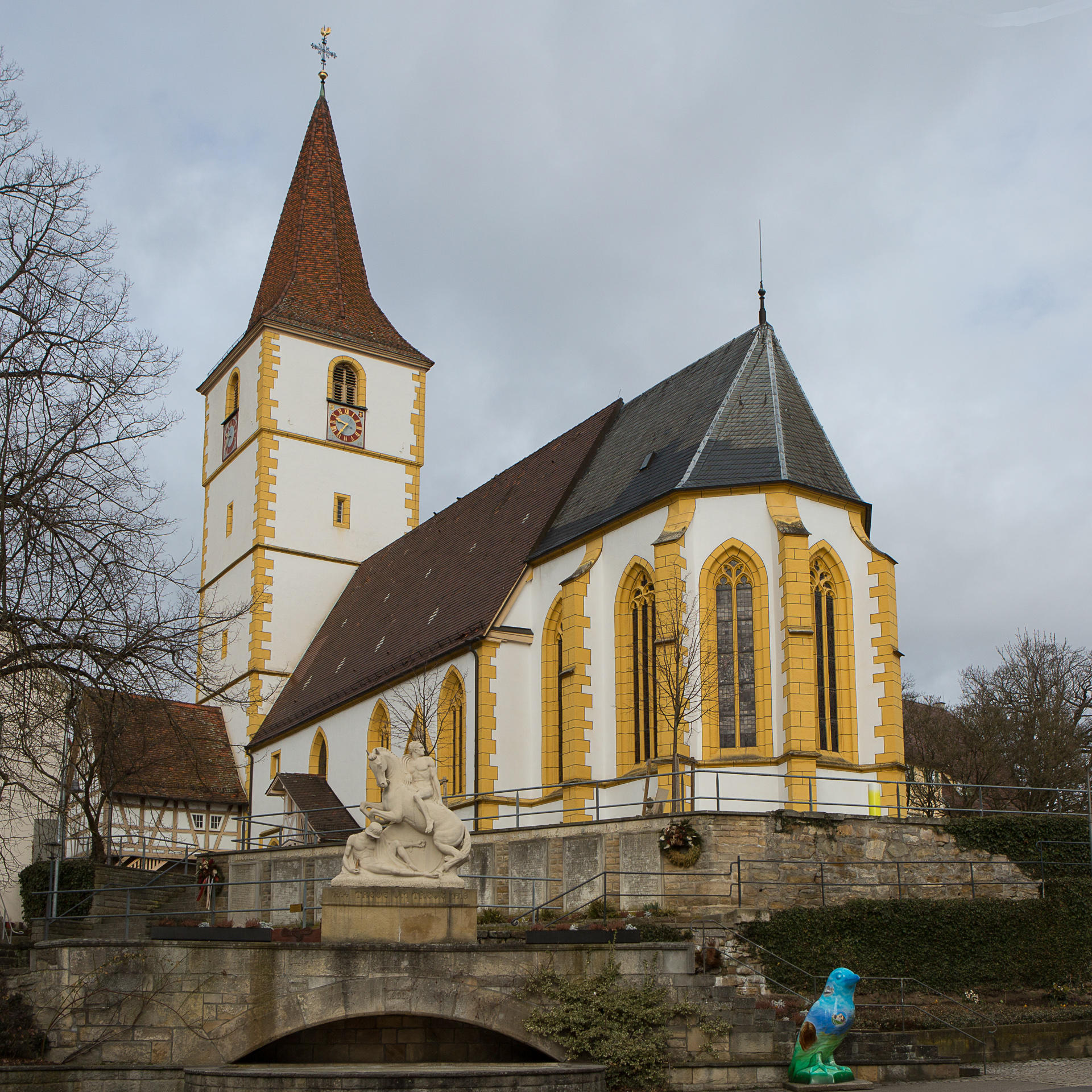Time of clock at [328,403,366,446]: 9:36
